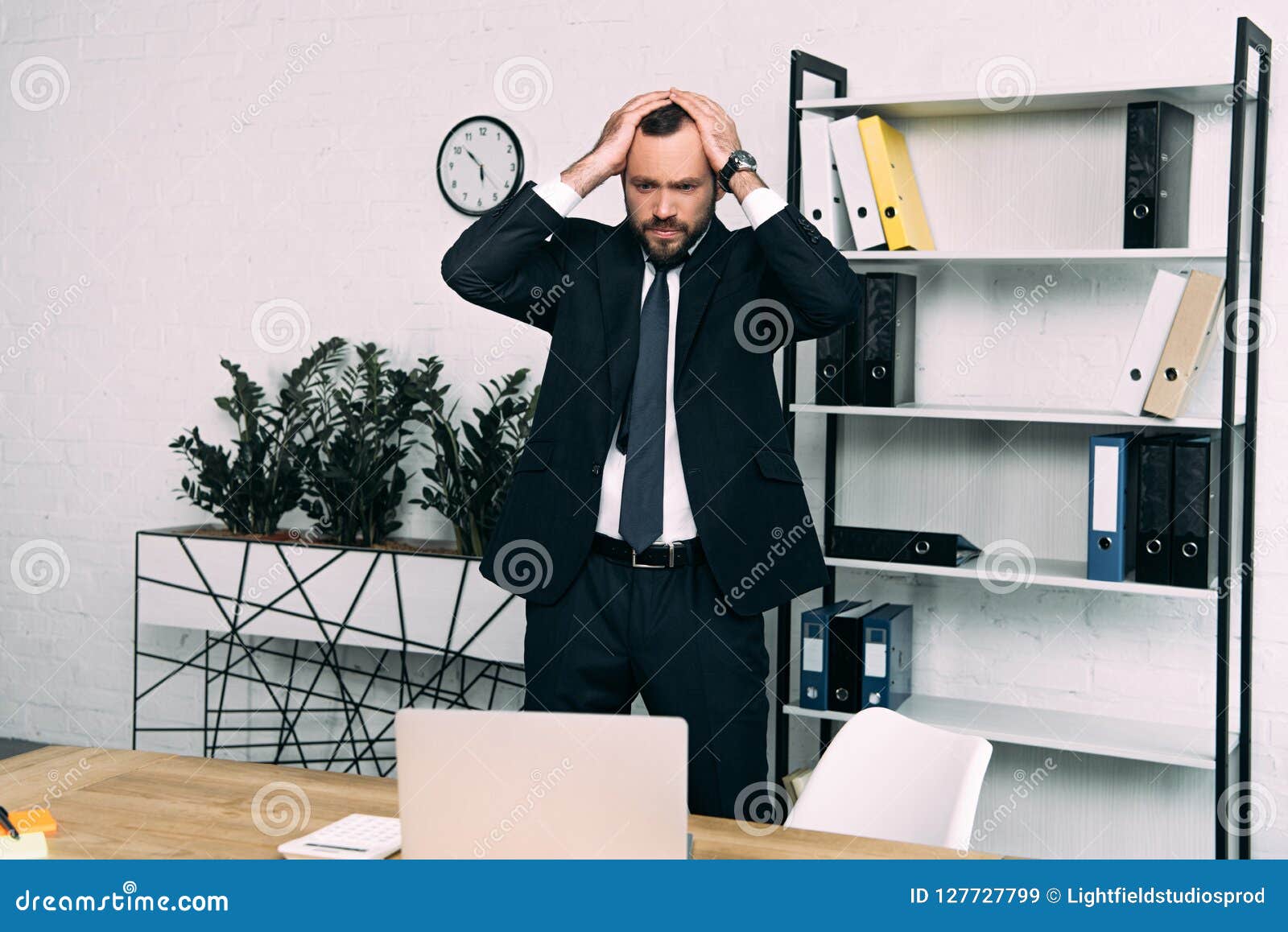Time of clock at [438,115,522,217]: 5:51
